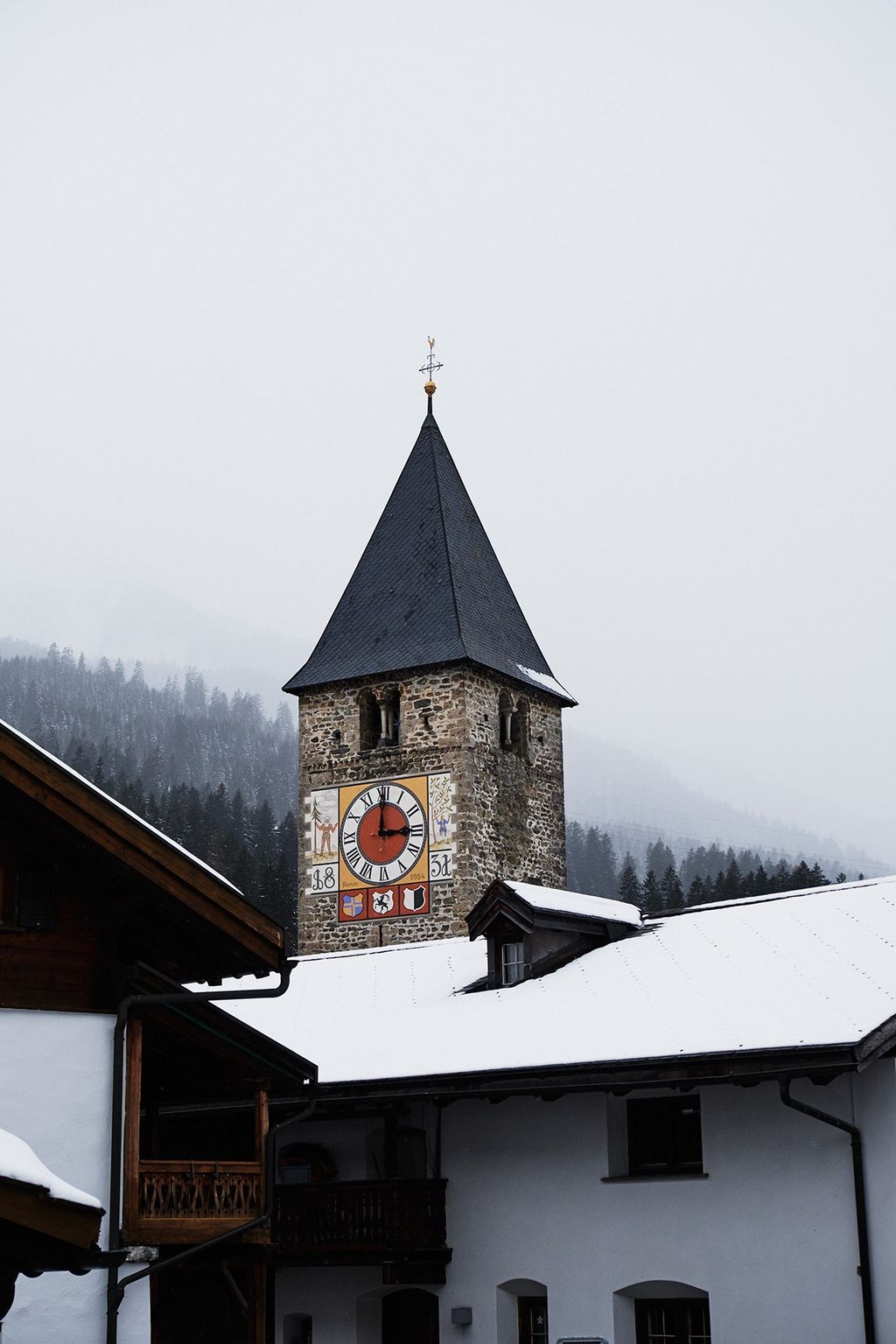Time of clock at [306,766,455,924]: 3:00
